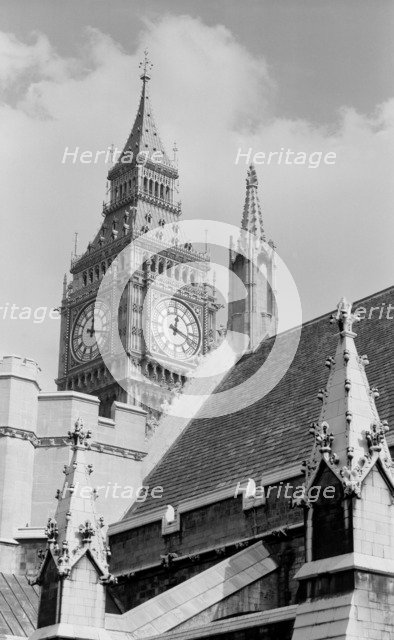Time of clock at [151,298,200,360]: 12:18
